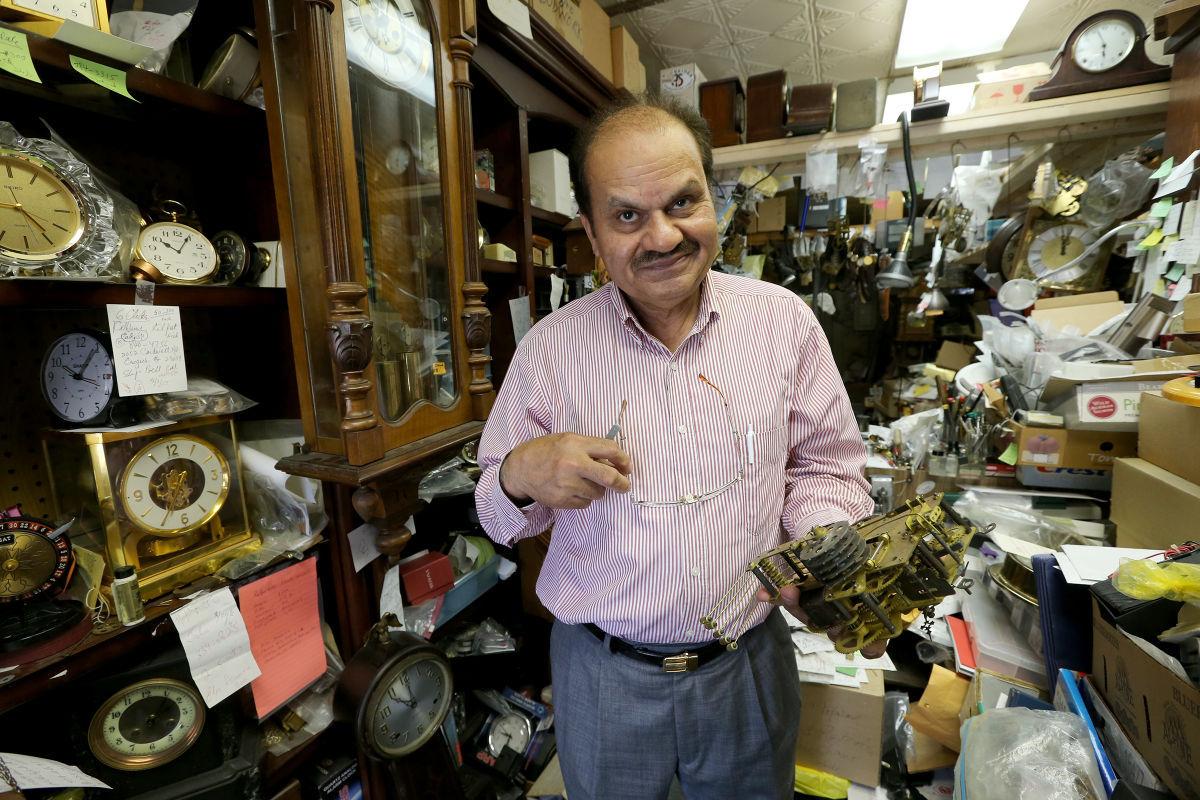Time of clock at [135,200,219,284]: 10:04
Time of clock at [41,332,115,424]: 10:05
